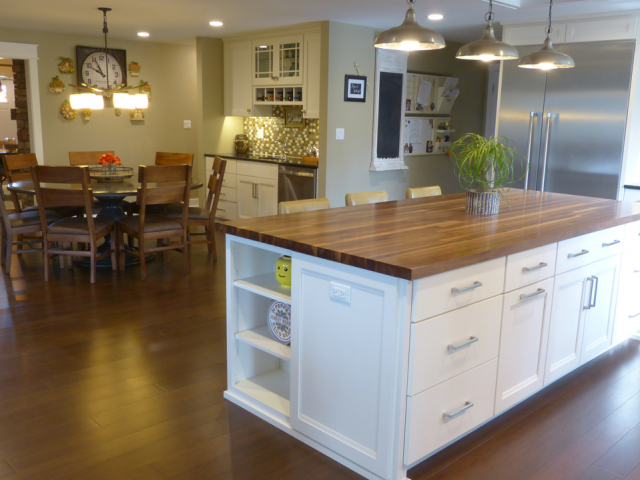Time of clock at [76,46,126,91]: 9:55
